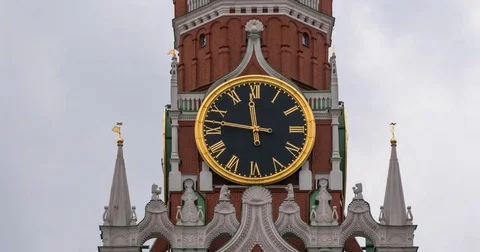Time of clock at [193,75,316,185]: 11:46
